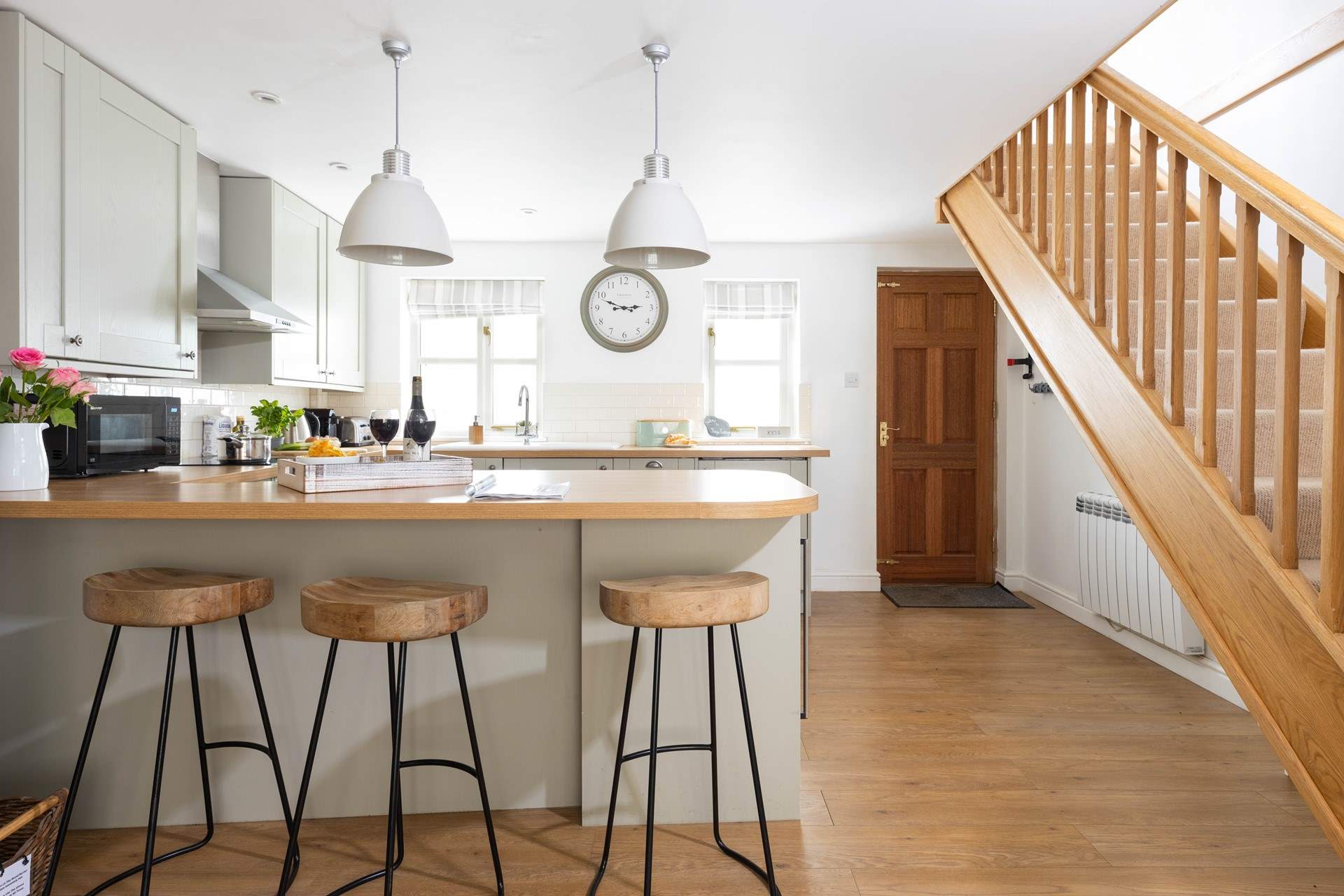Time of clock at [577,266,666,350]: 2:48
